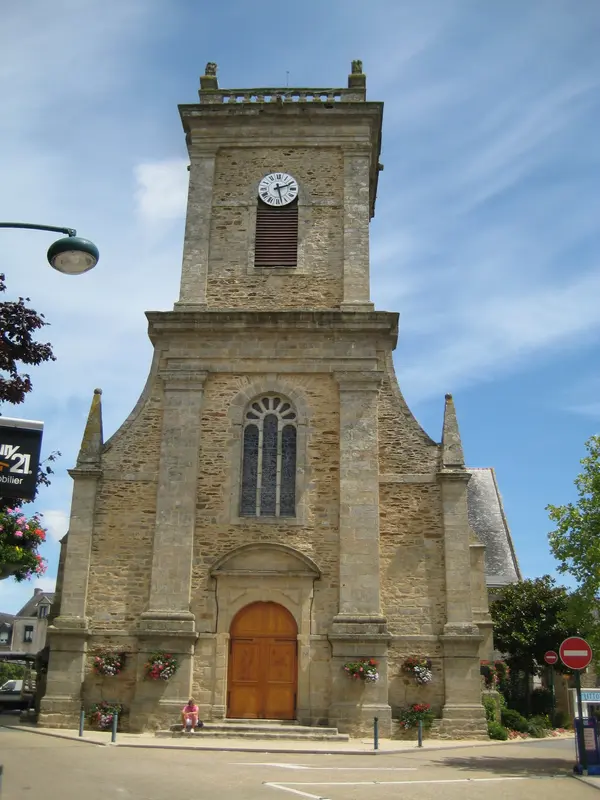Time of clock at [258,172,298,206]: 2:27
